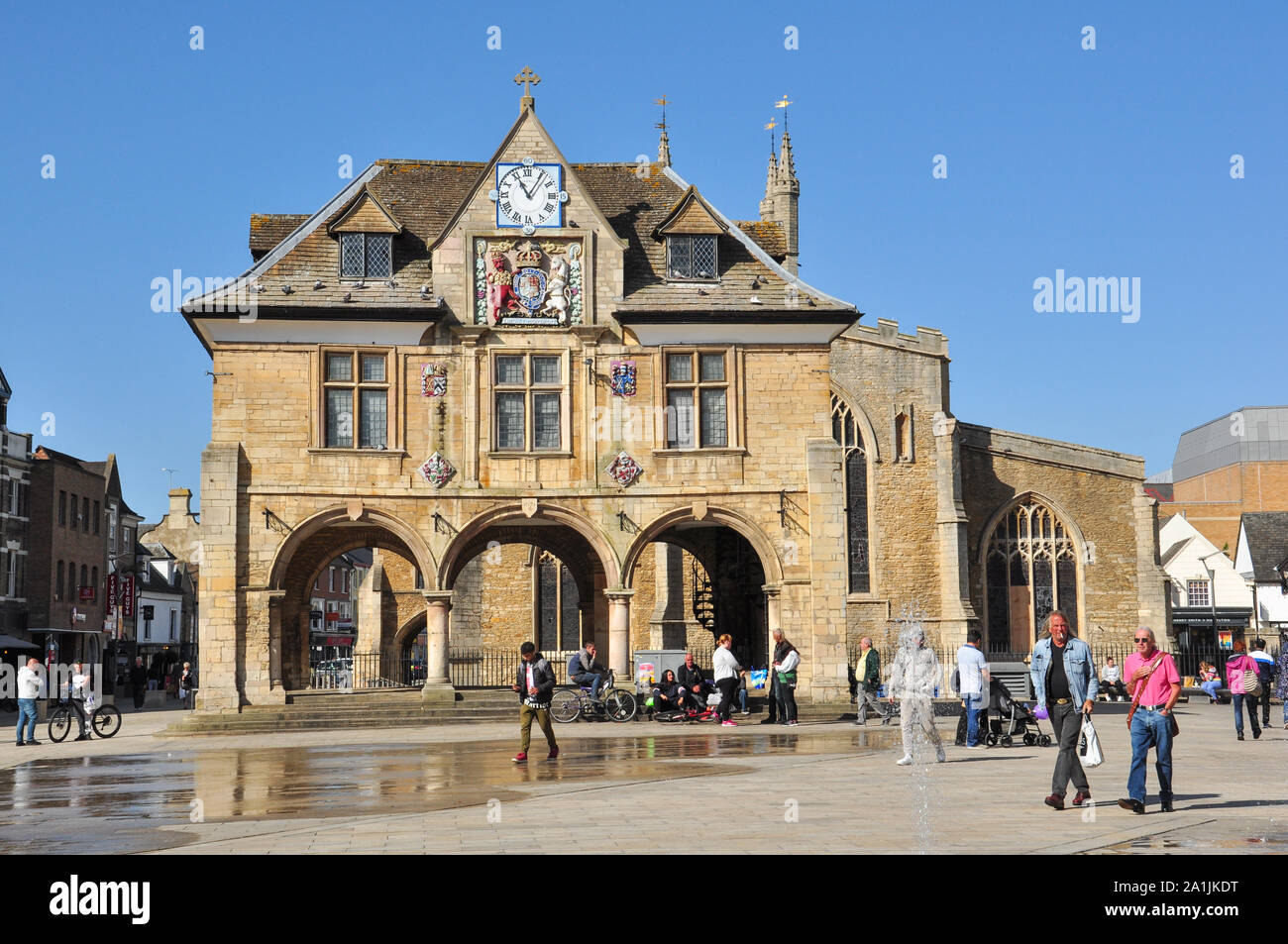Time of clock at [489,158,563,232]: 11:05
